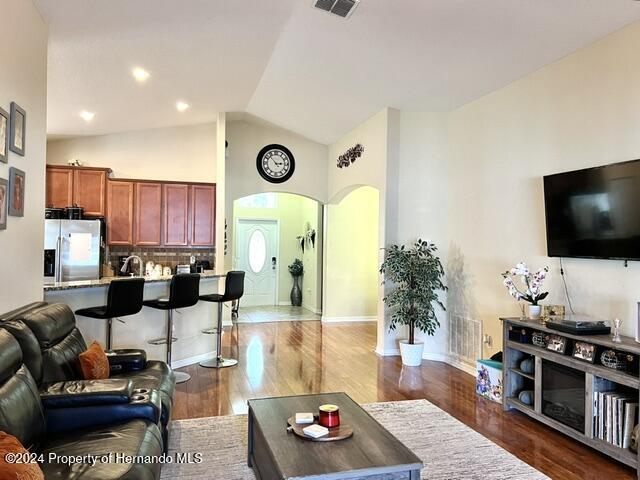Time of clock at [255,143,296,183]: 2:53
